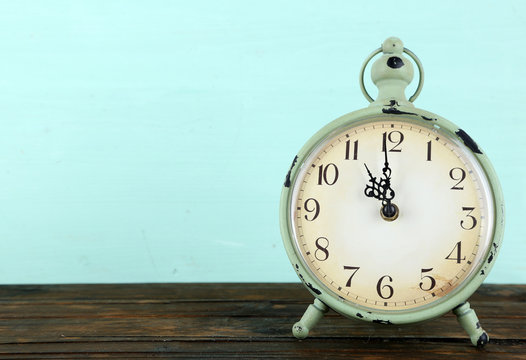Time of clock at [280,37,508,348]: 10:59
